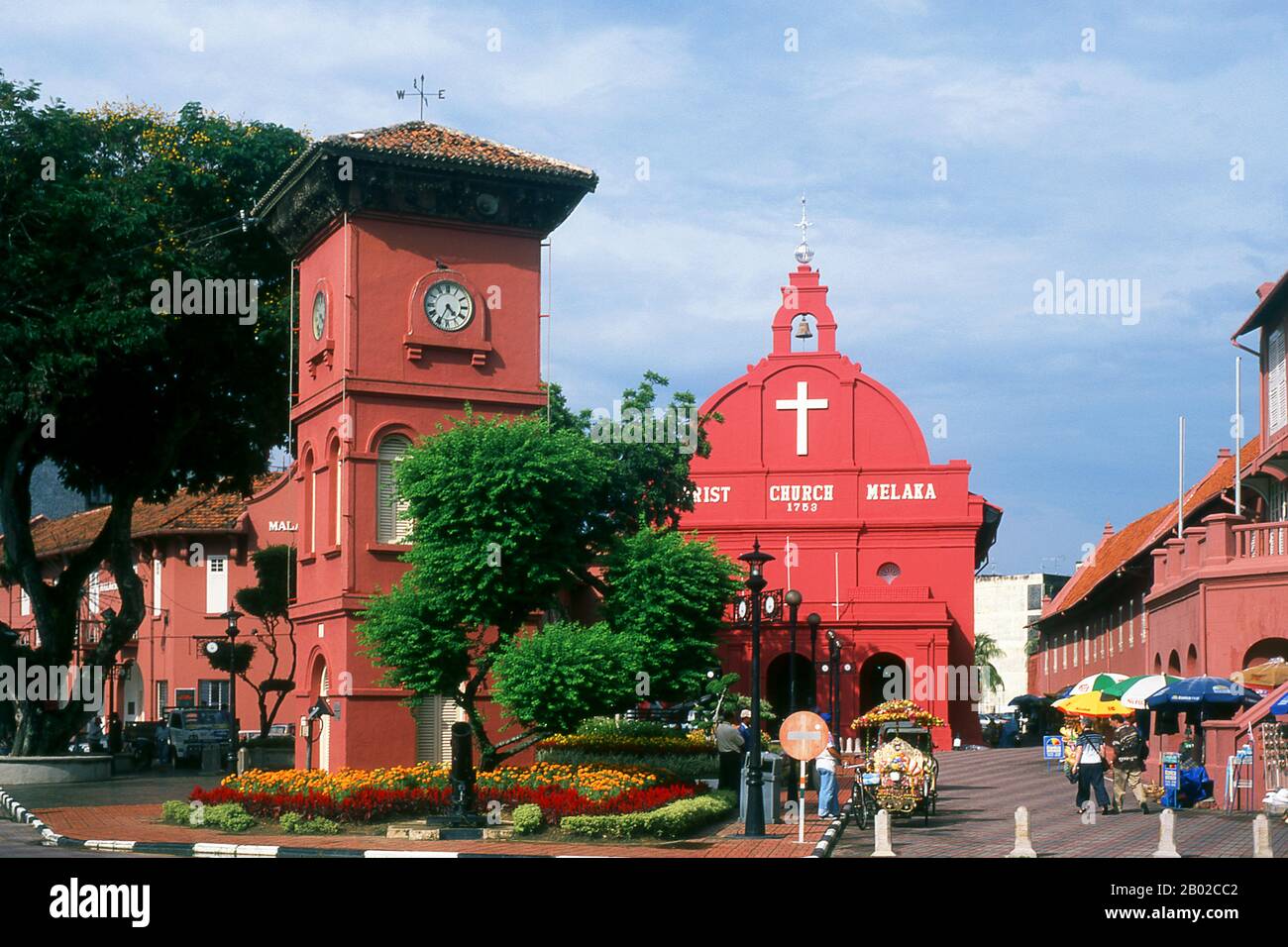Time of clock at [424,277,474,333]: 4:34
